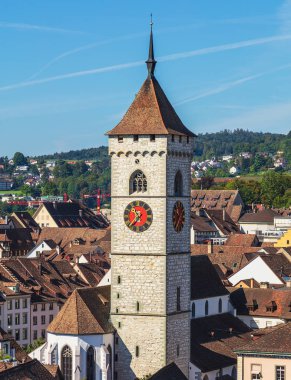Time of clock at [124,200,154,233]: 10:36
